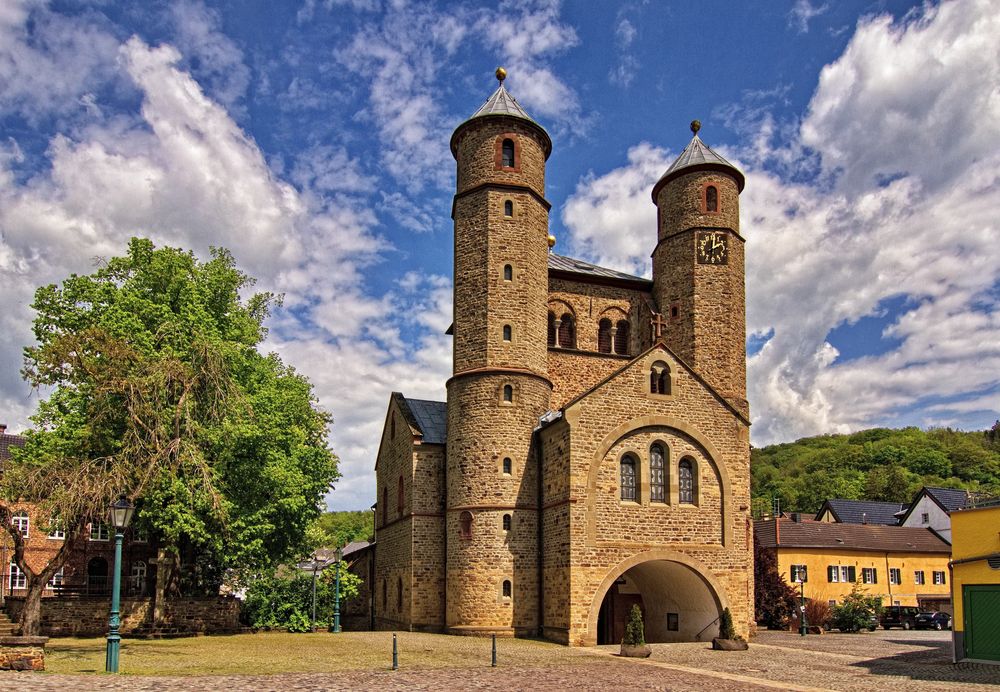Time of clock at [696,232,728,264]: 2:00
